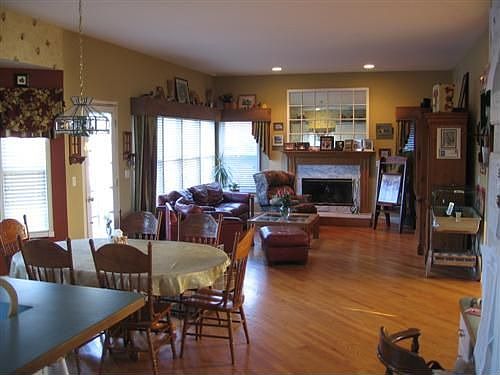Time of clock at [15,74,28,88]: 9:01
